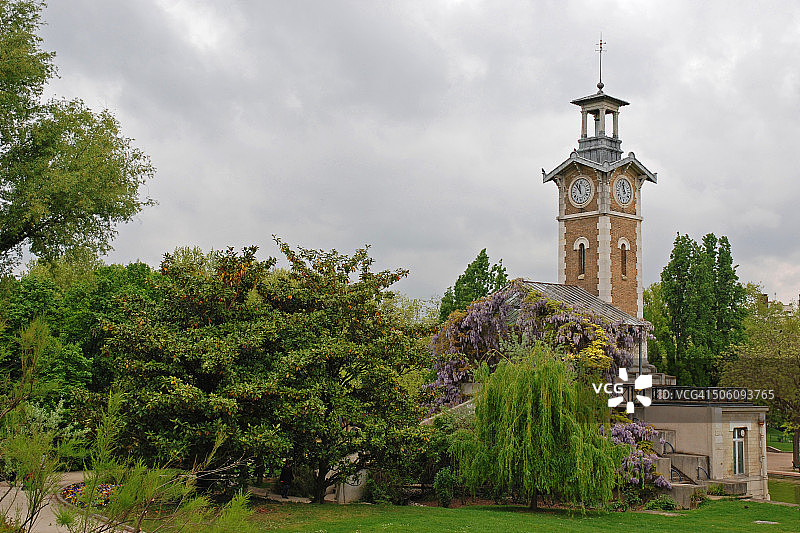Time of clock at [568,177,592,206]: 11:53
